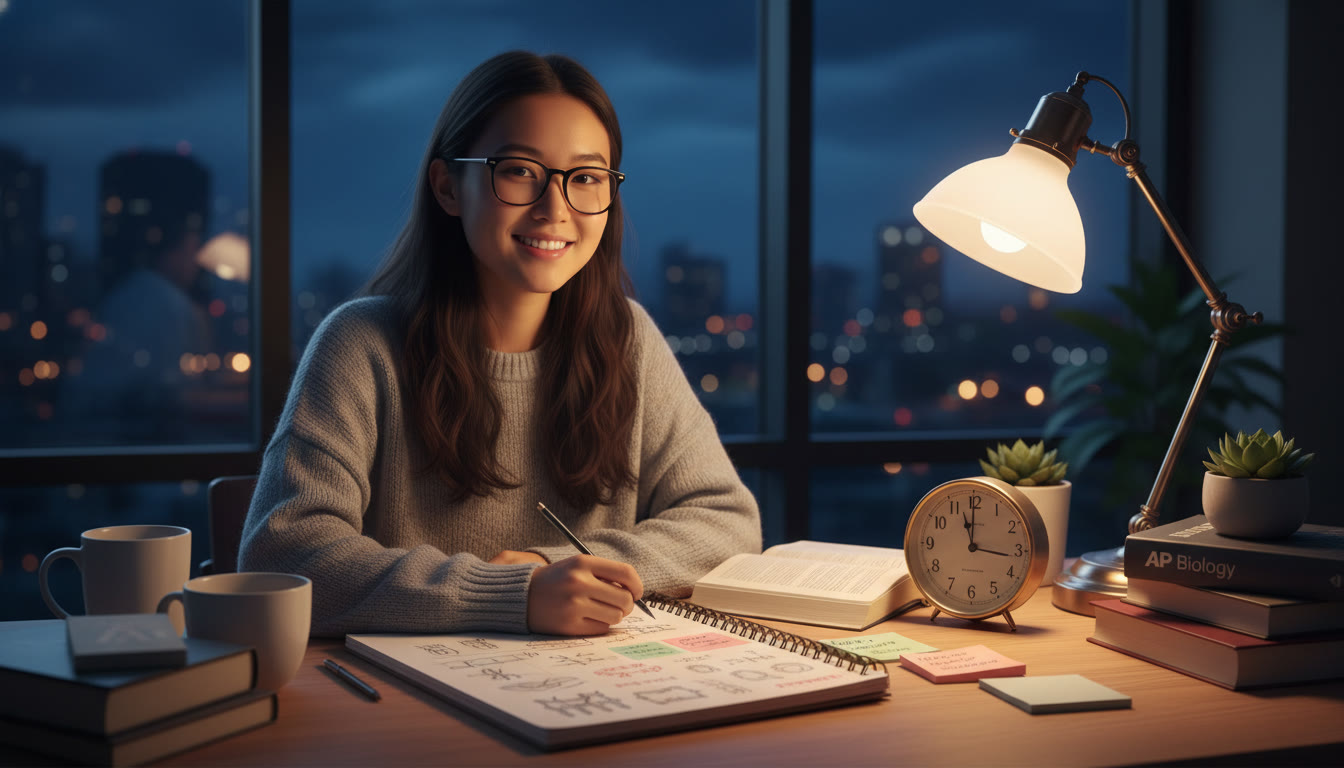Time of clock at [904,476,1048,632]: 11:16
